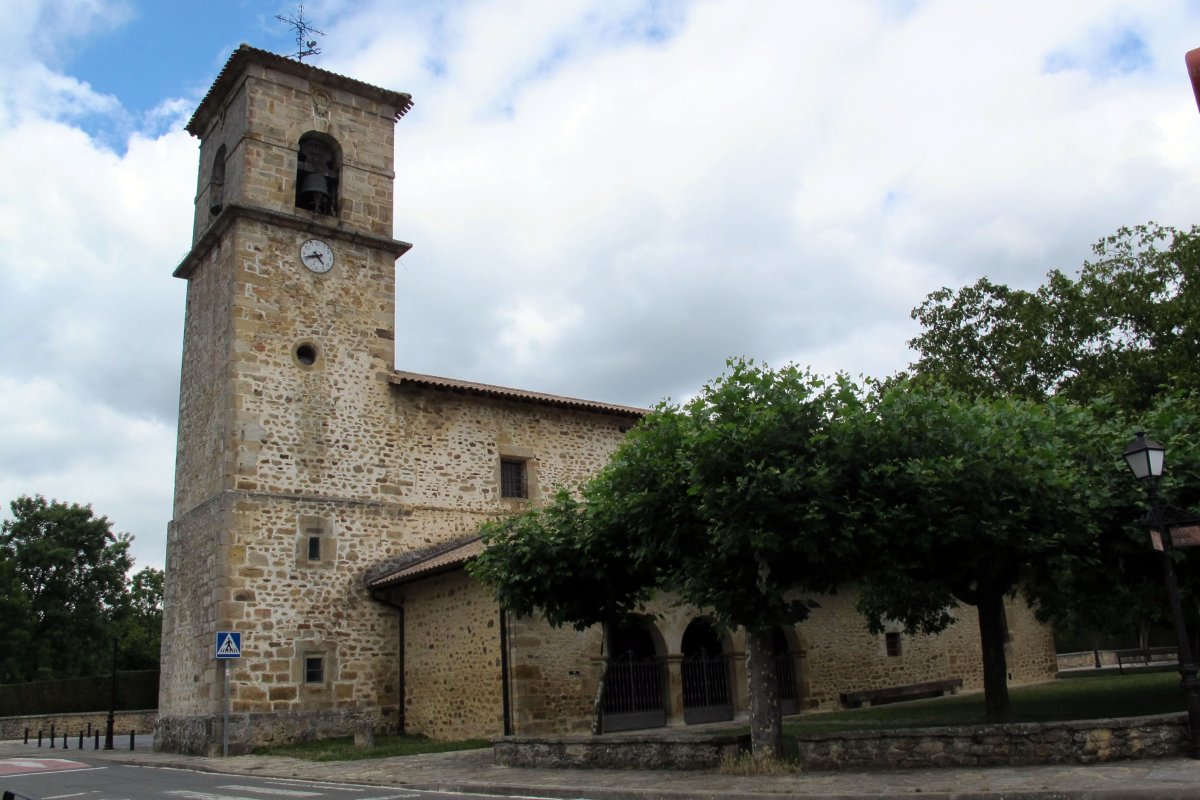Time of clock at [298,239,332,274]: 4:42
